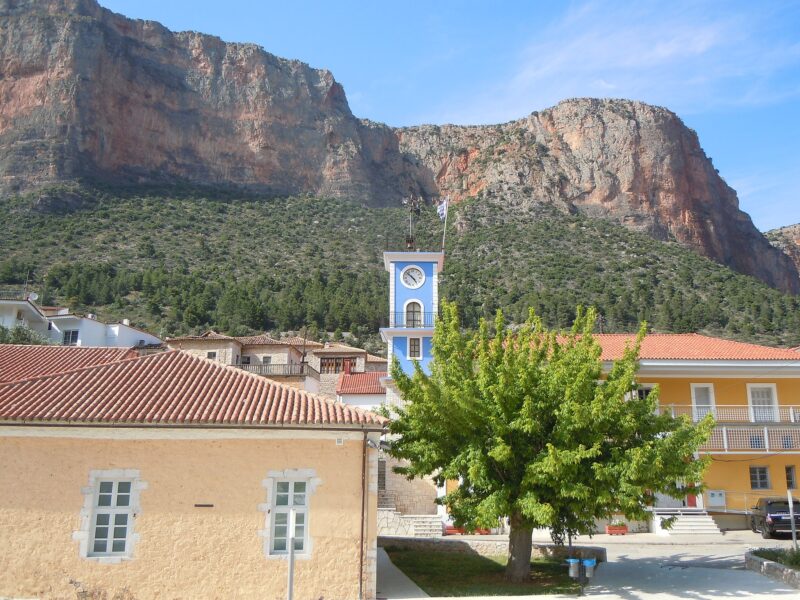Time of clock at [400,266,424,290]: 4:52
